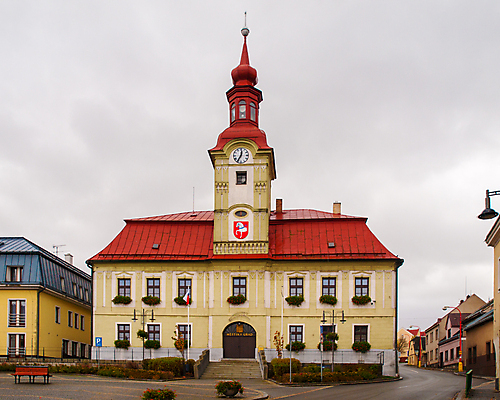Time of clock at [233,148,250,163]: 12:35
